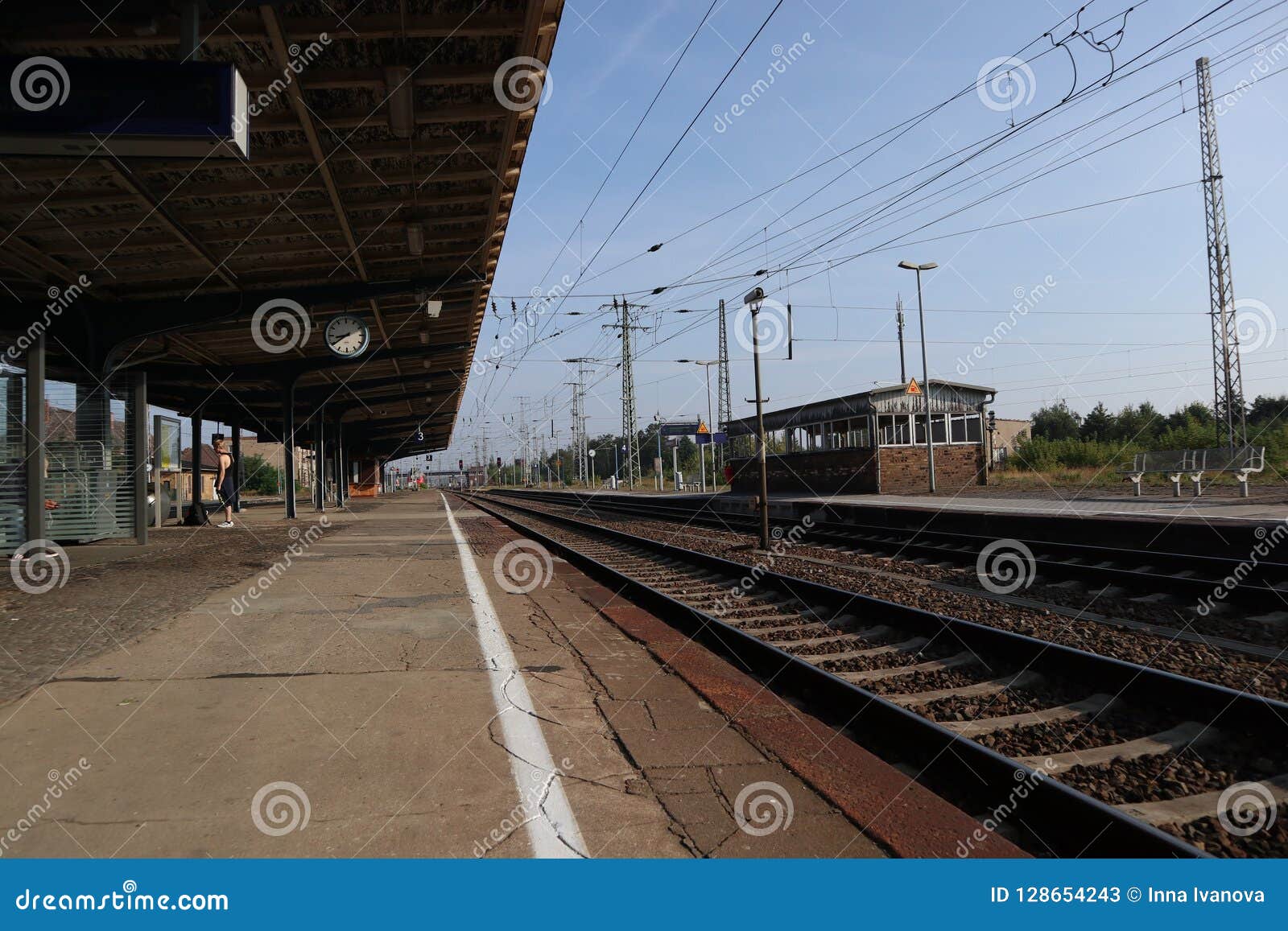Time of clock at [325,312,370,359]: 8:39
